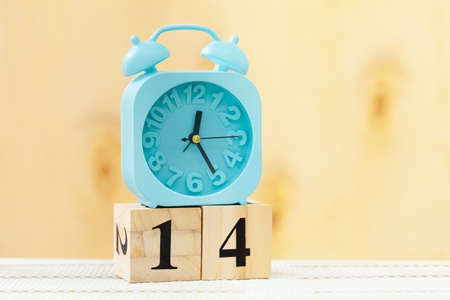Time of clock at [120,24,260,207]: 12:24
